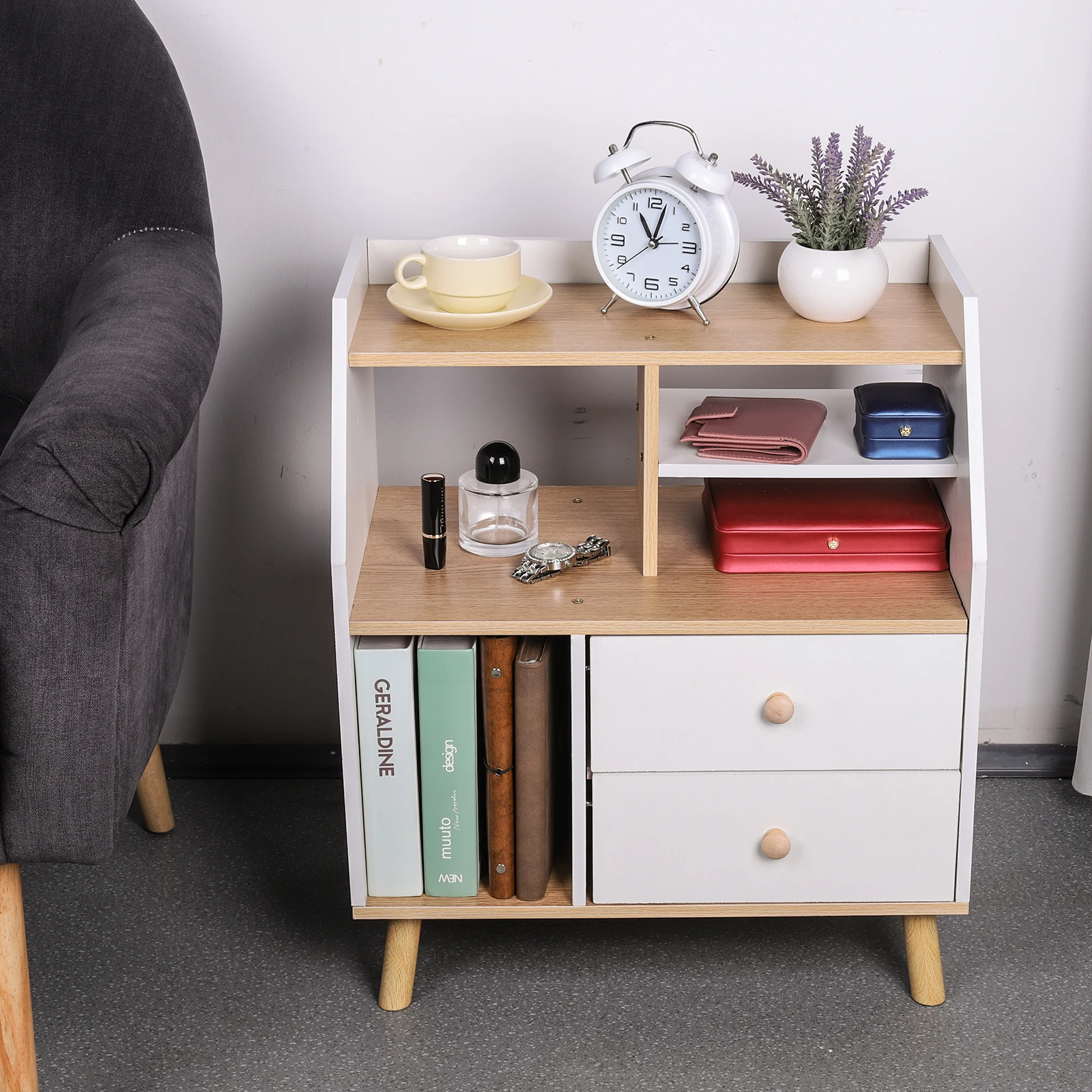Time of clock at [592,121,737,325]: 11:02
